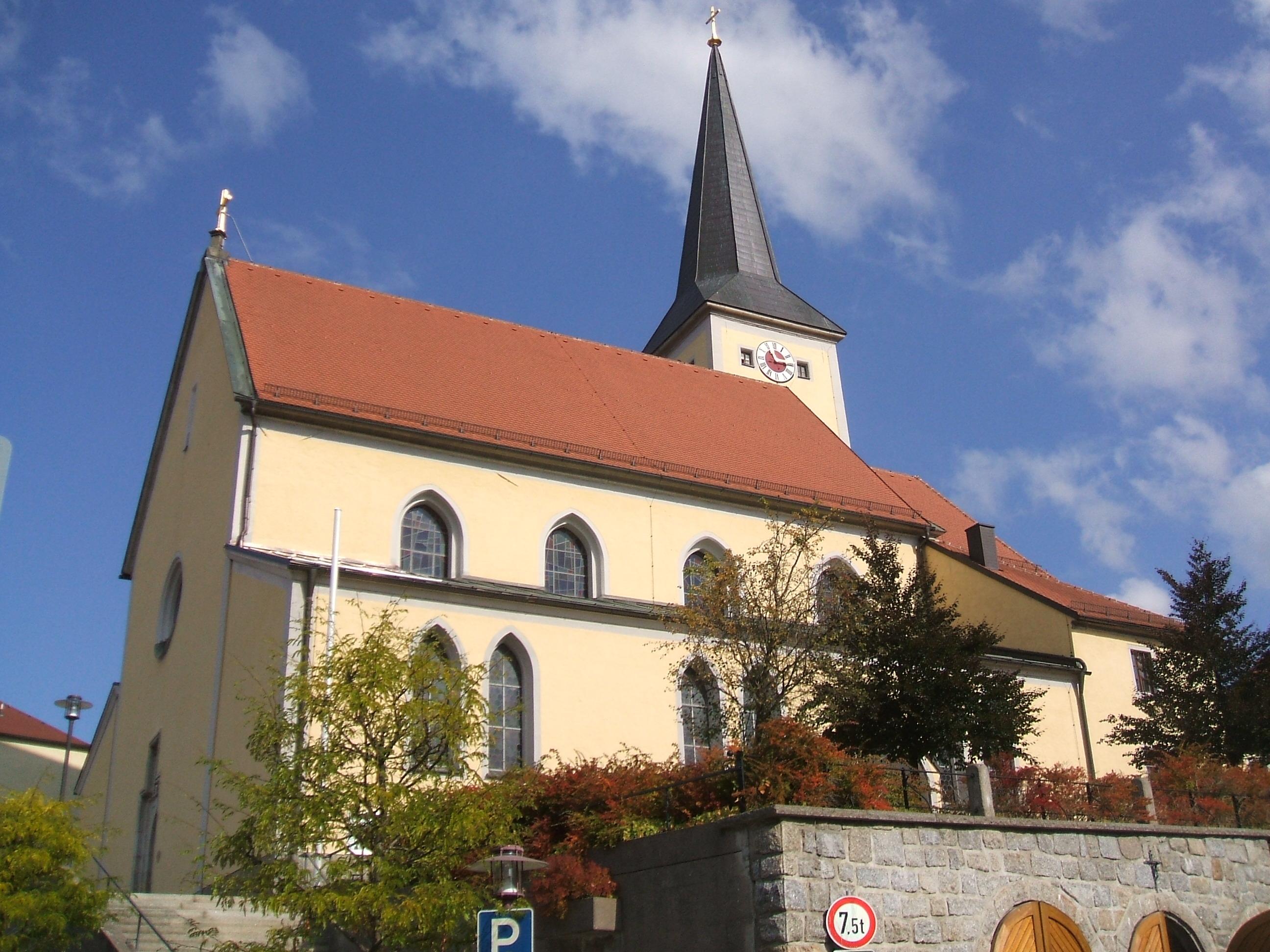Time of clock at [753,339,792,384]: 11:14
